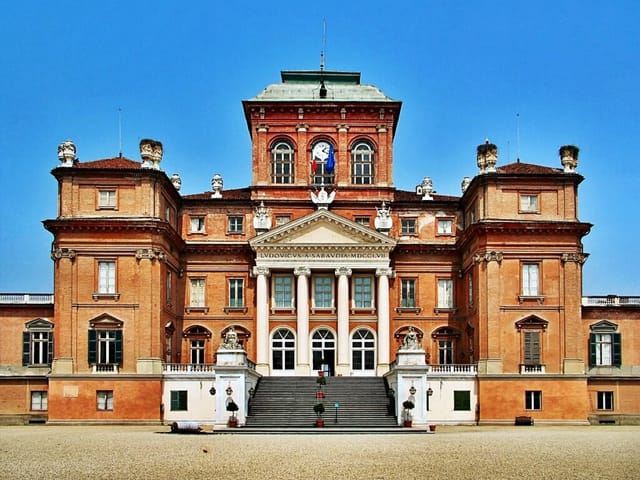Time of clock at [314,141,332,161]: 1:18
